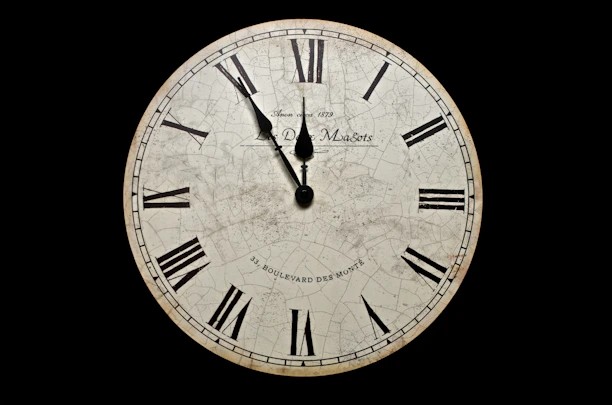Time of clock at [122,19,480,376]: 11:54
